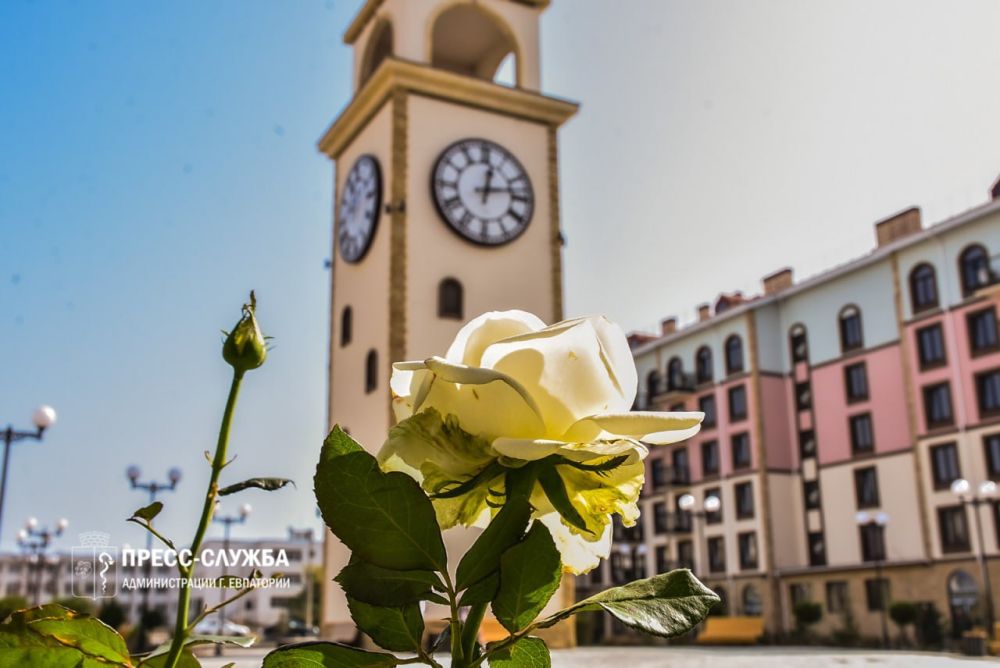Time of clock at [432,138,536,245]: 12:13
